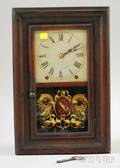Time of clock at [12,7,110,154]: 2:09
